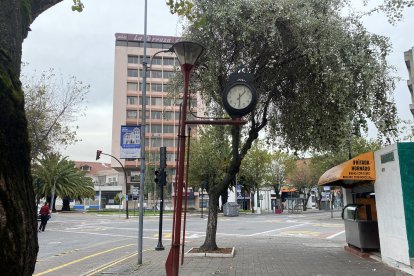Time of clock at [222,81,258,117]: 1:29
